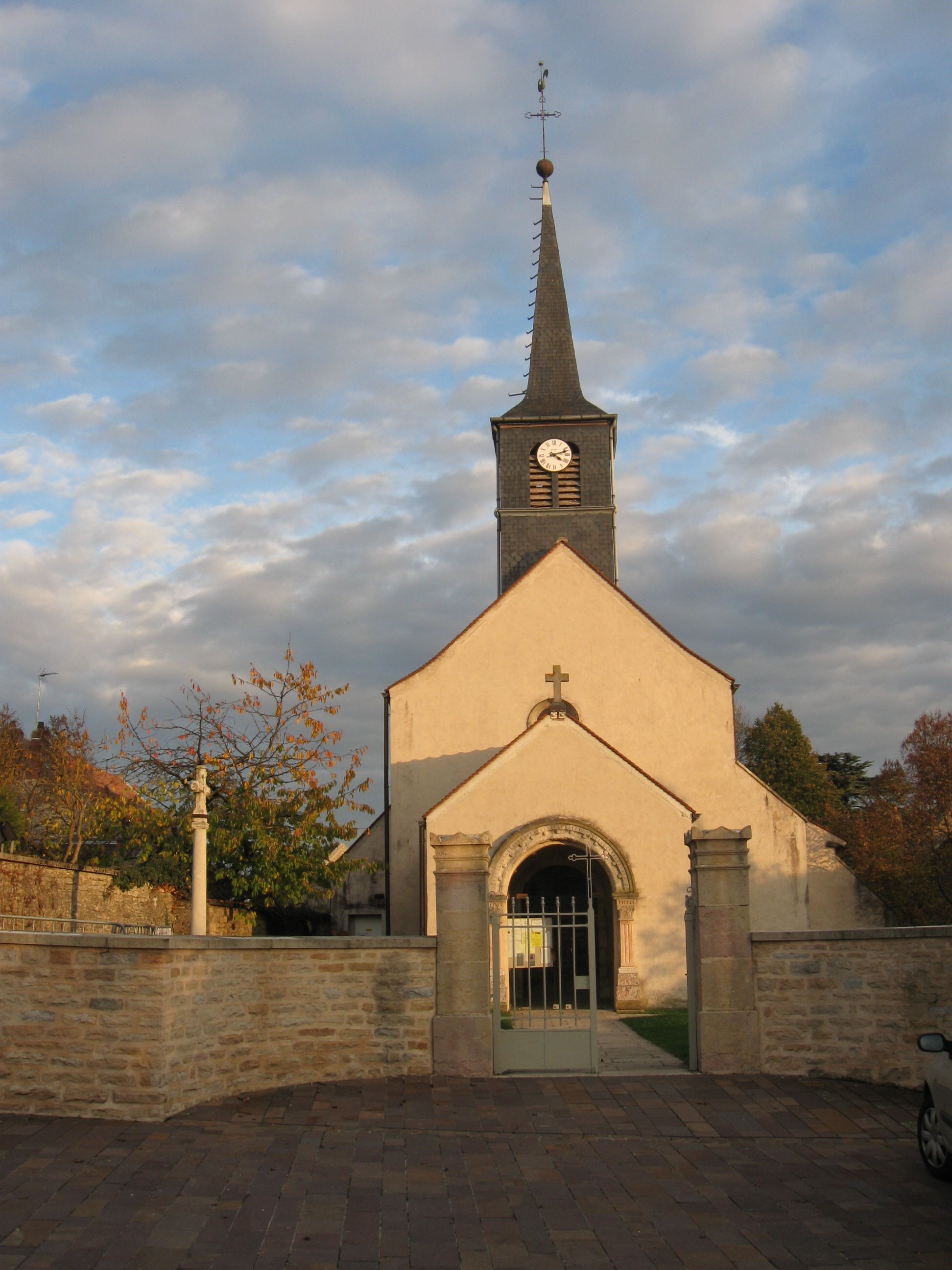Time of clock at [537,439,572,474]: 4:12
